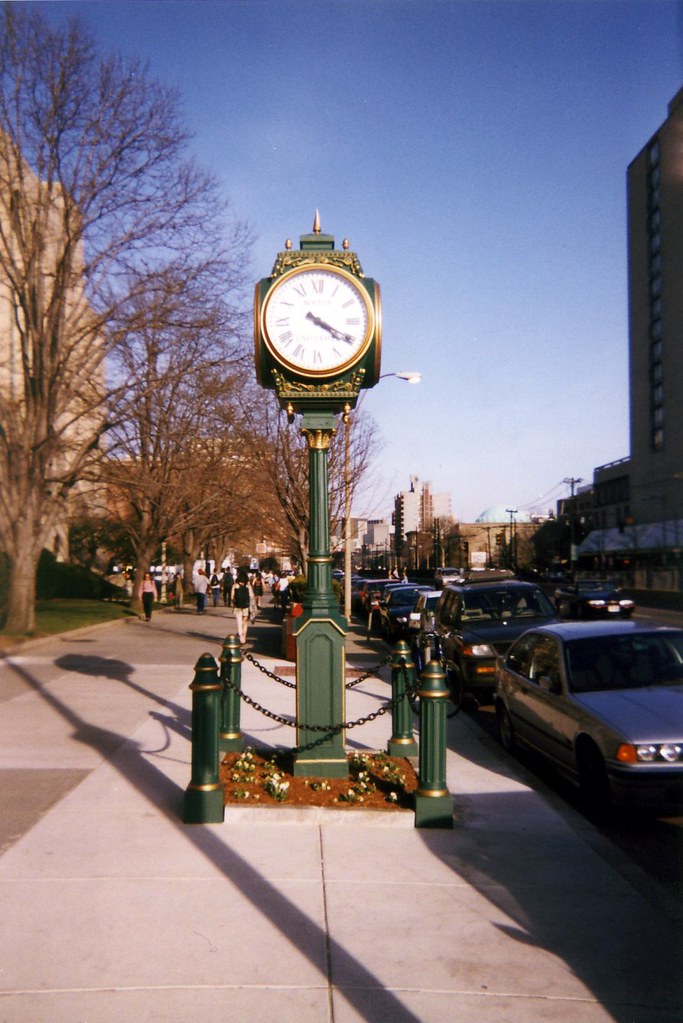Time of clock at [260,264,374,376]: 4:20
